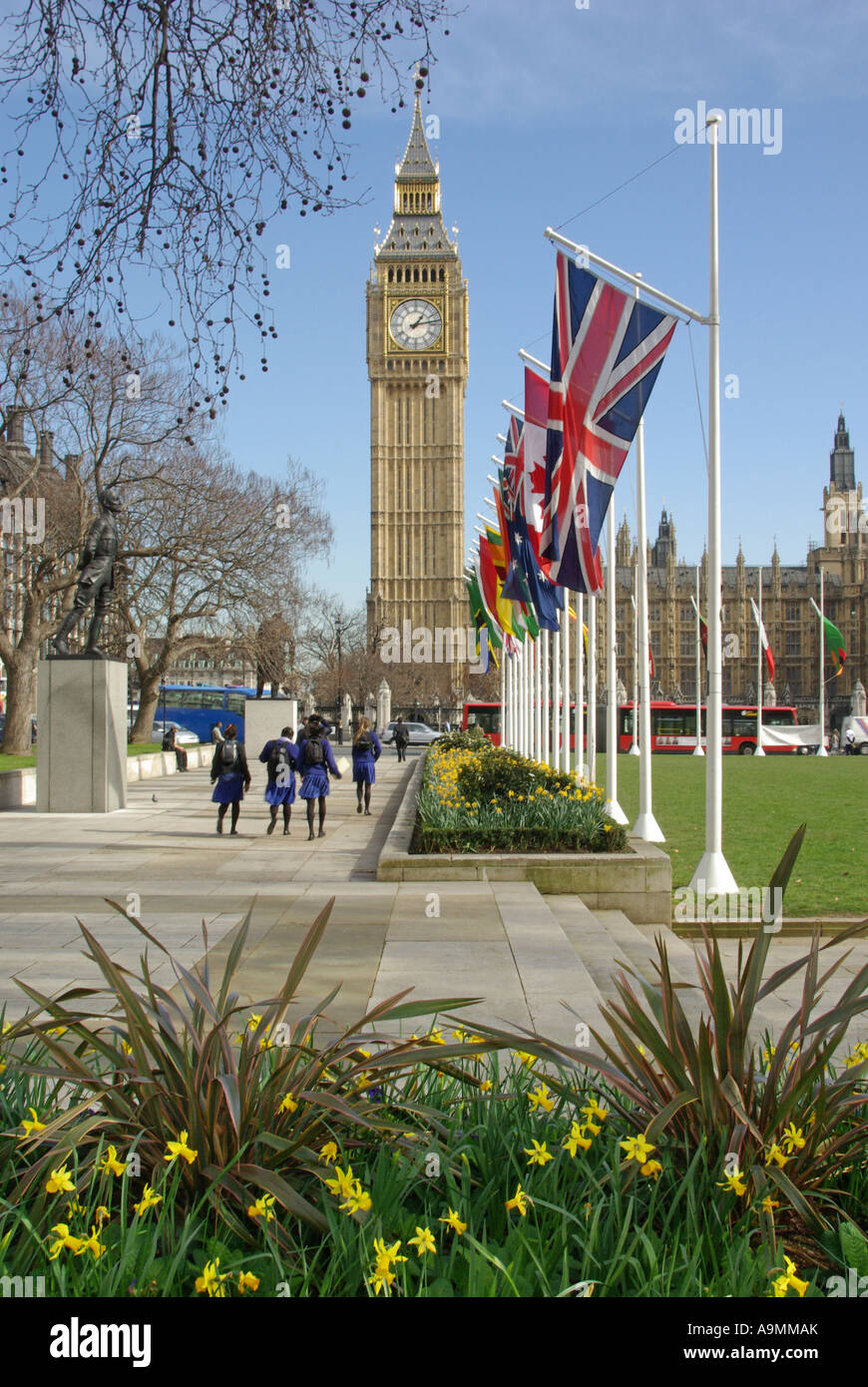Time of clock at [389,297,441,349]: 1:13
